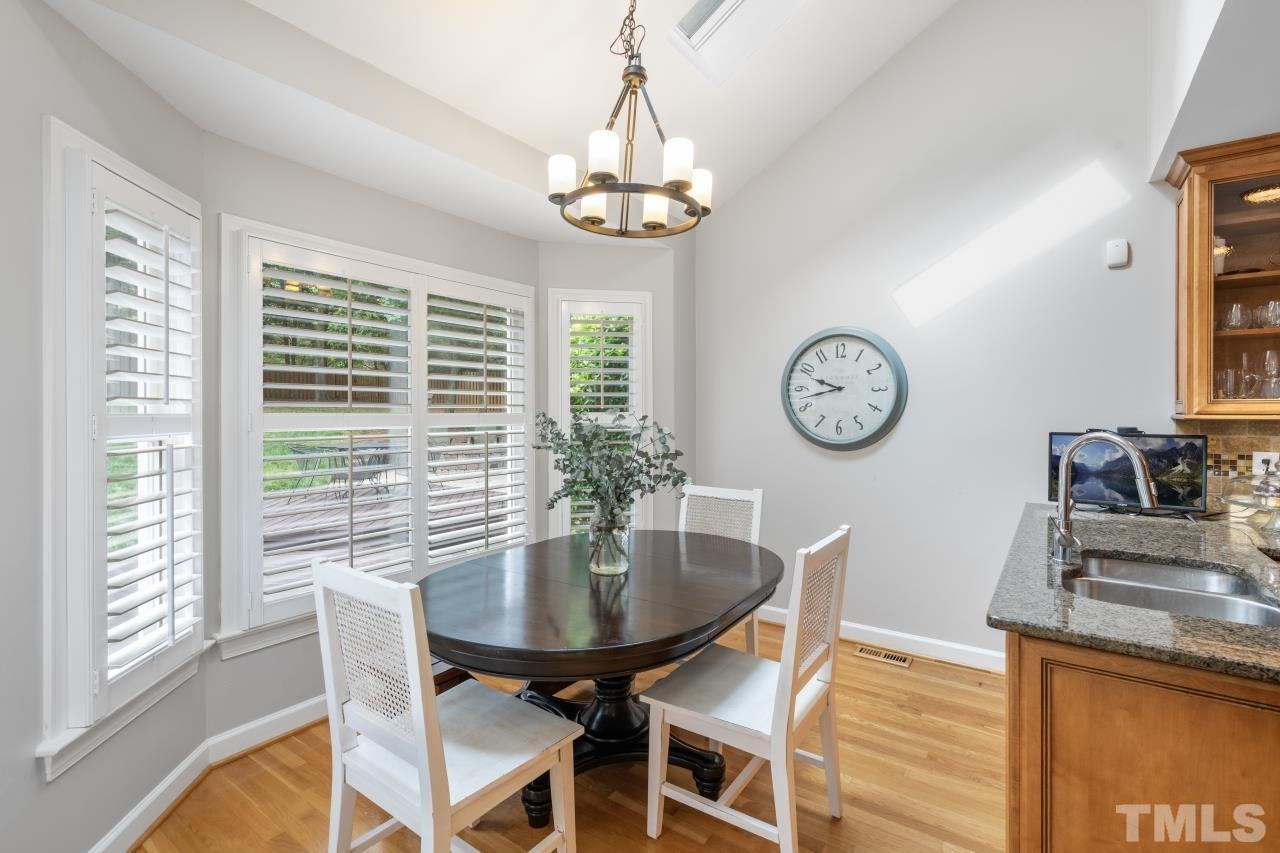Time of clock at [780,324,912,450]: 9:42
